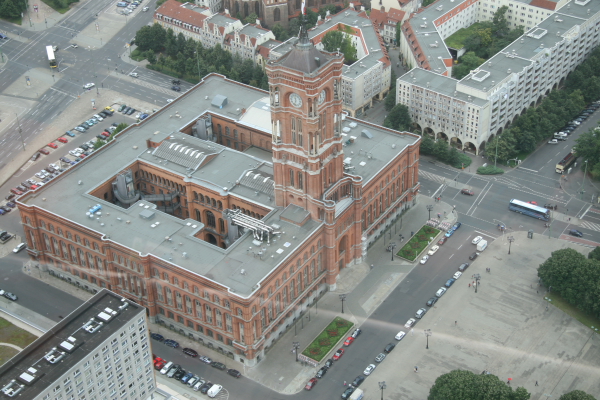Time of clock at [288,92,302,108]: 11:32
